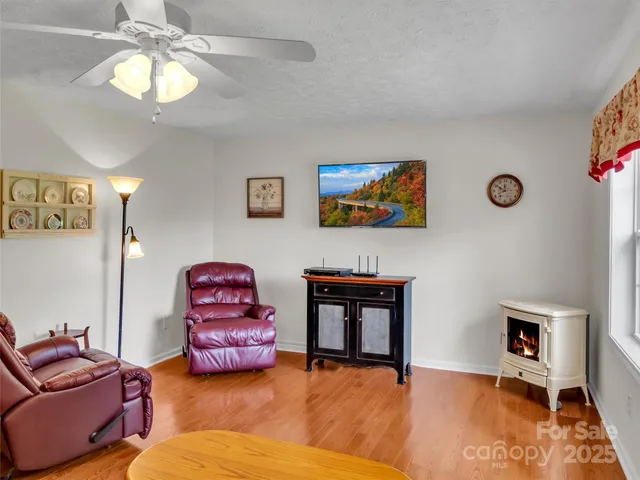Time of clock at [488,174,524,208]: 11:50
